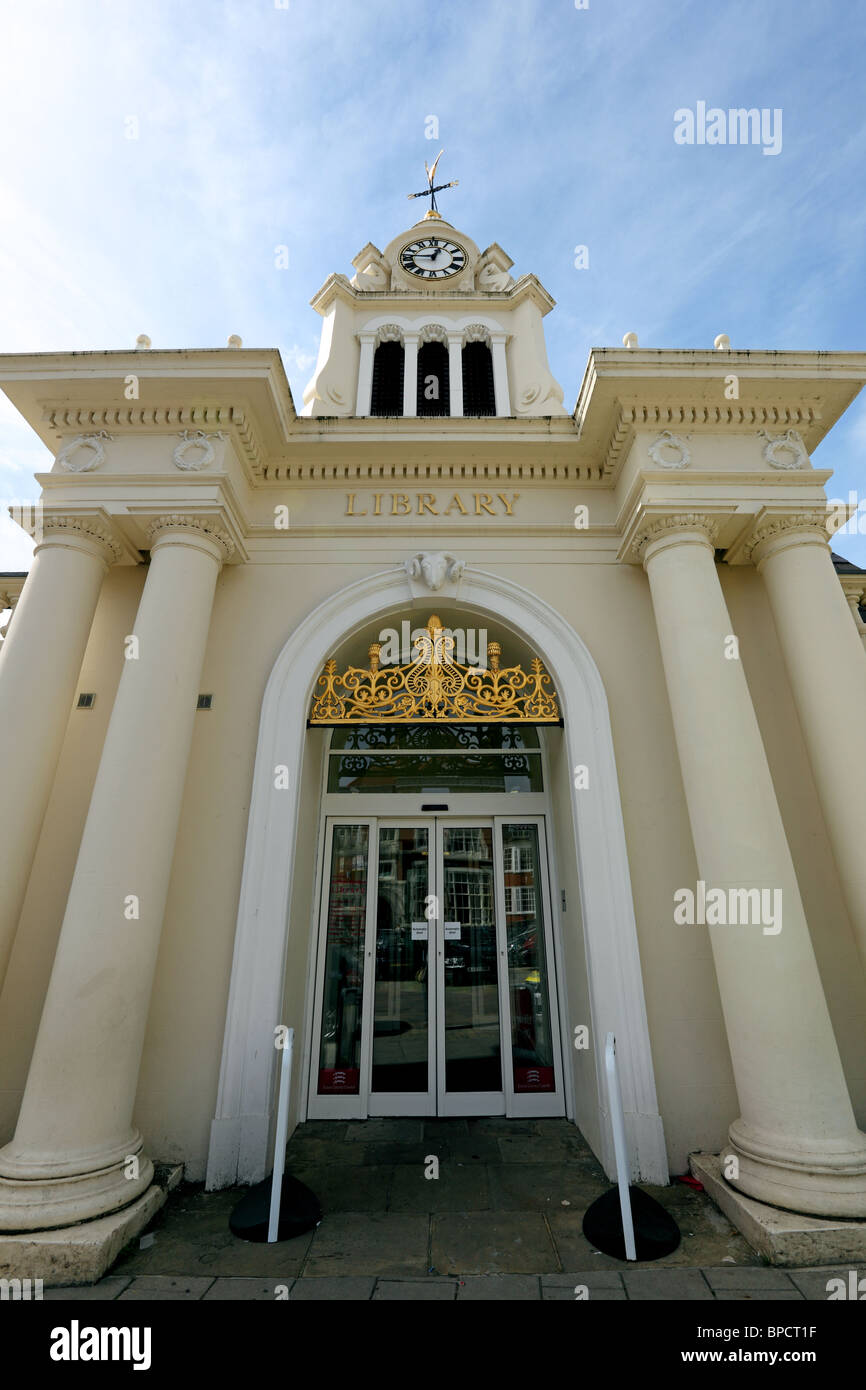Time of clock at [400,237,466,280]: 12:46
